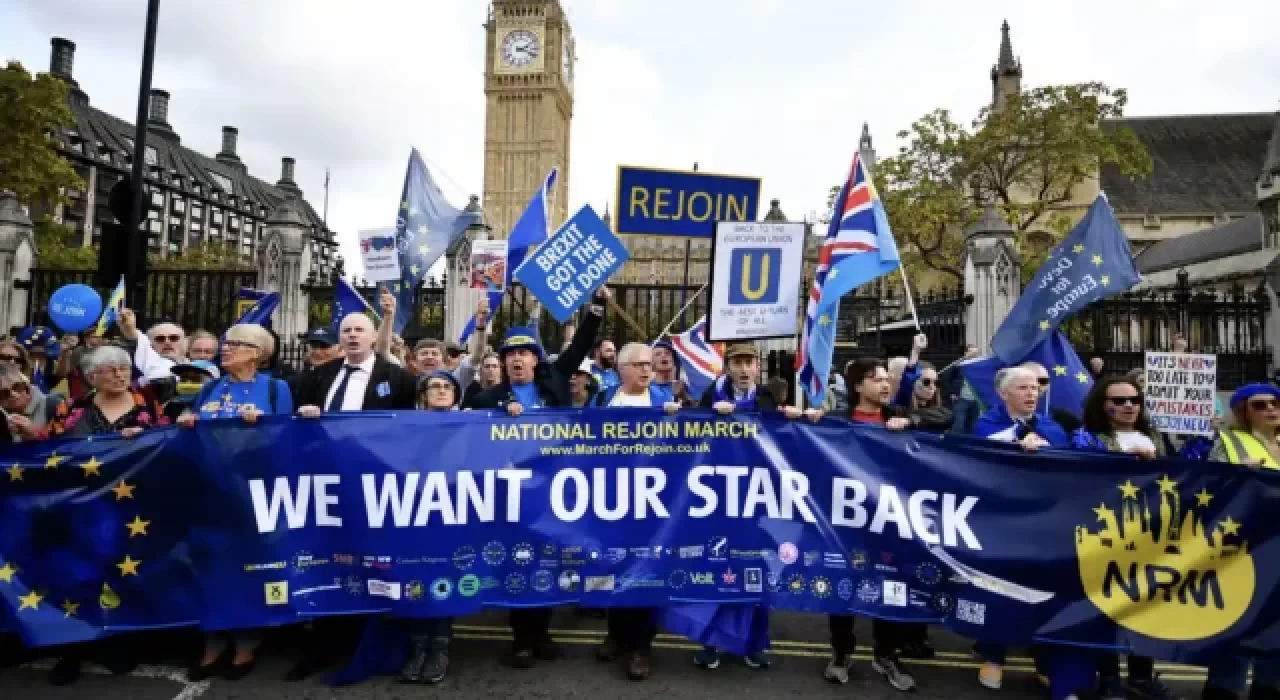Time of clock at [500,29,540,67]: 2:18
